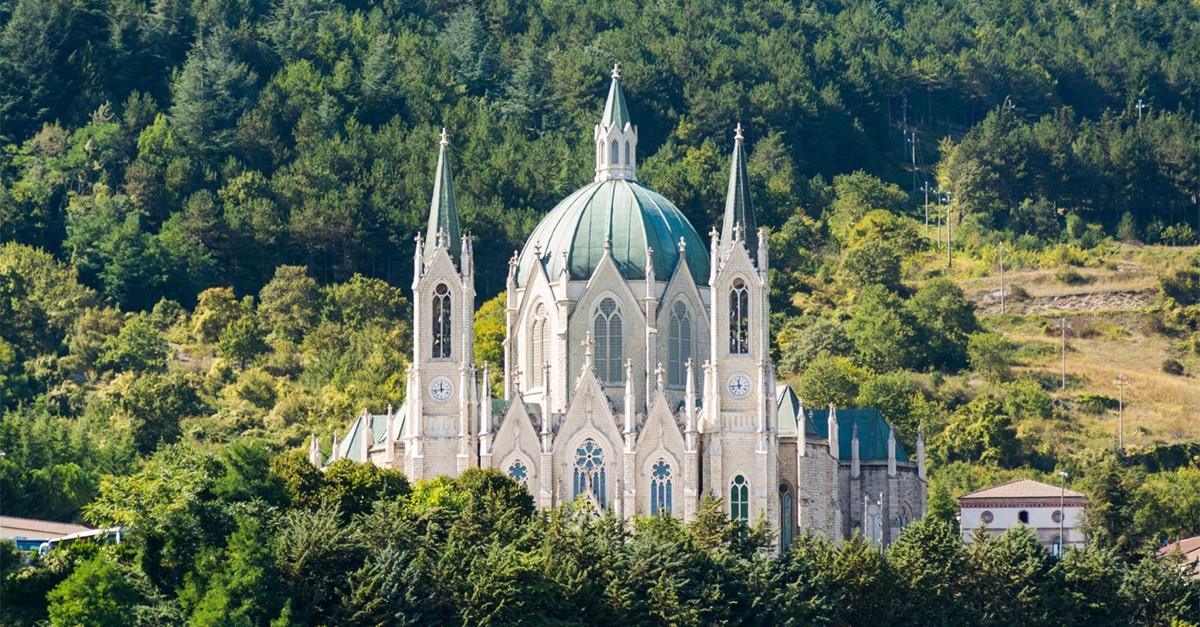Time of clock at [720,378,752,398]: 11:44
